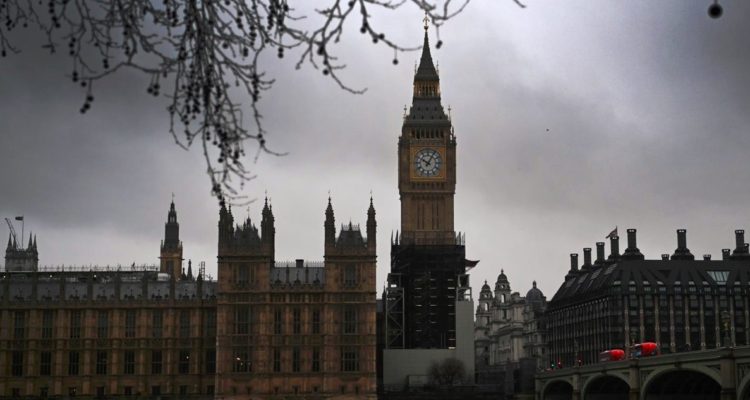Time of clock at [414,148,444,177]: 10:04
